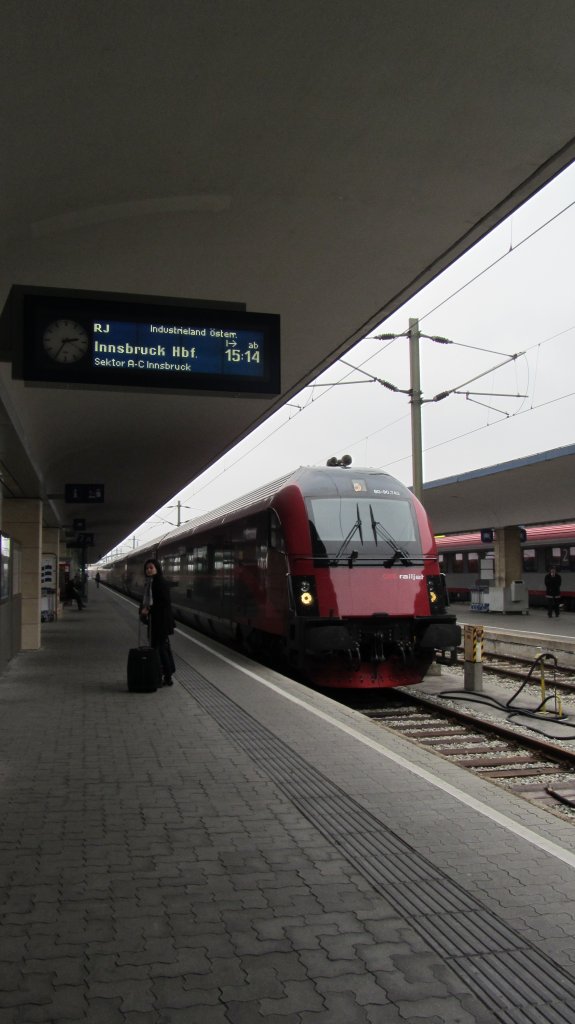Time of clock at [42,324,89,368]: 2:35
